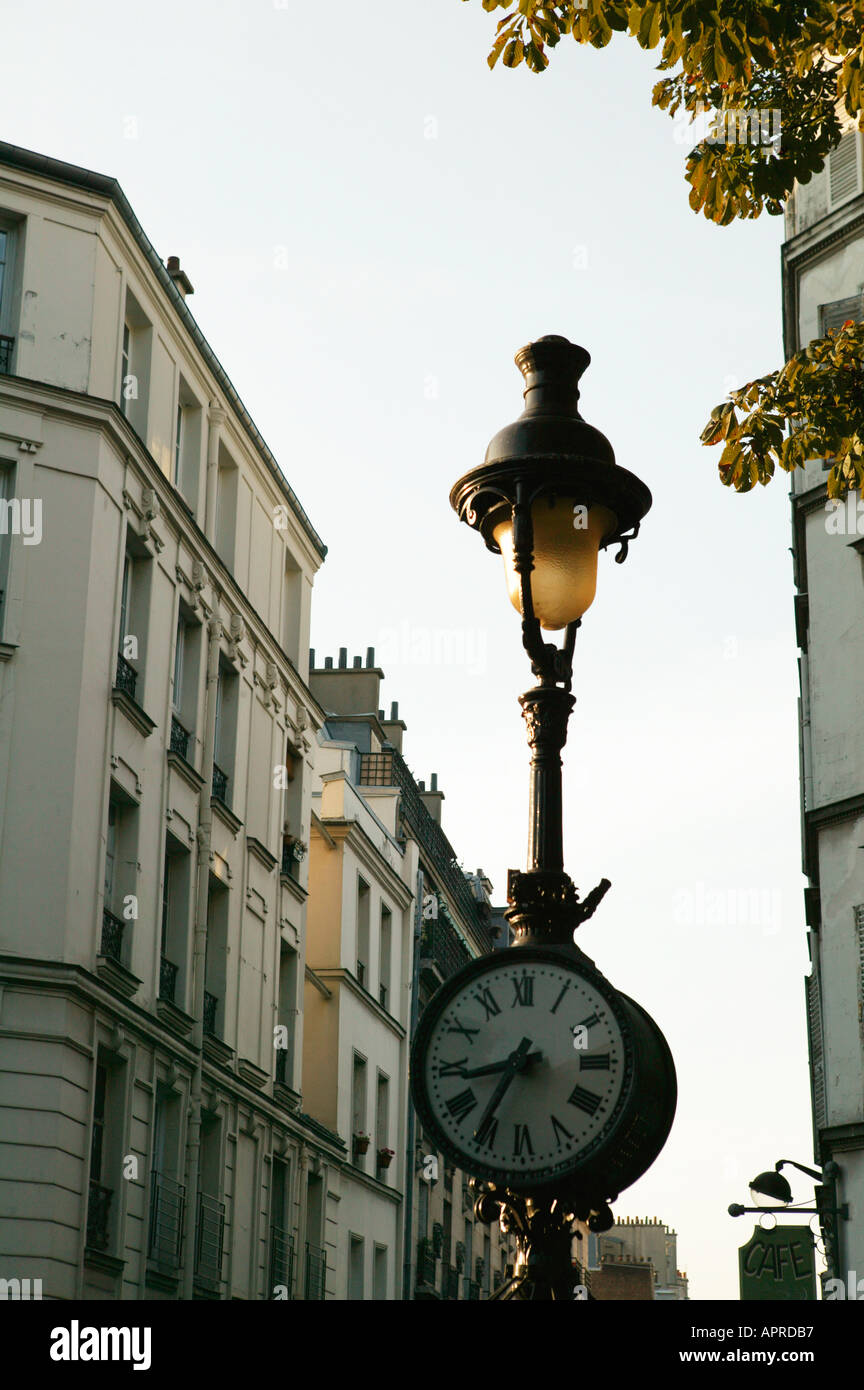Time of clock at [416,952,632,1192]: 8:35
